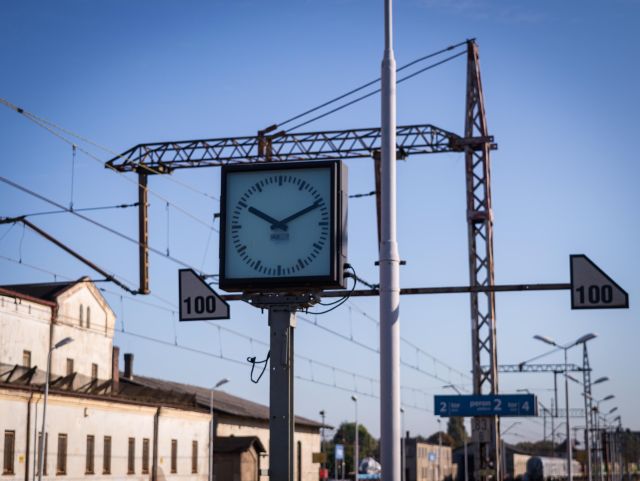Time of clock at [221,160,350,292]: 10:10
